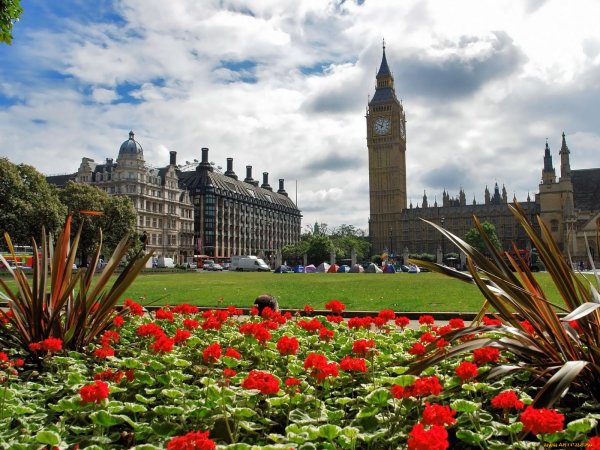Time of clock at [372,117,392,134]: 10:02
